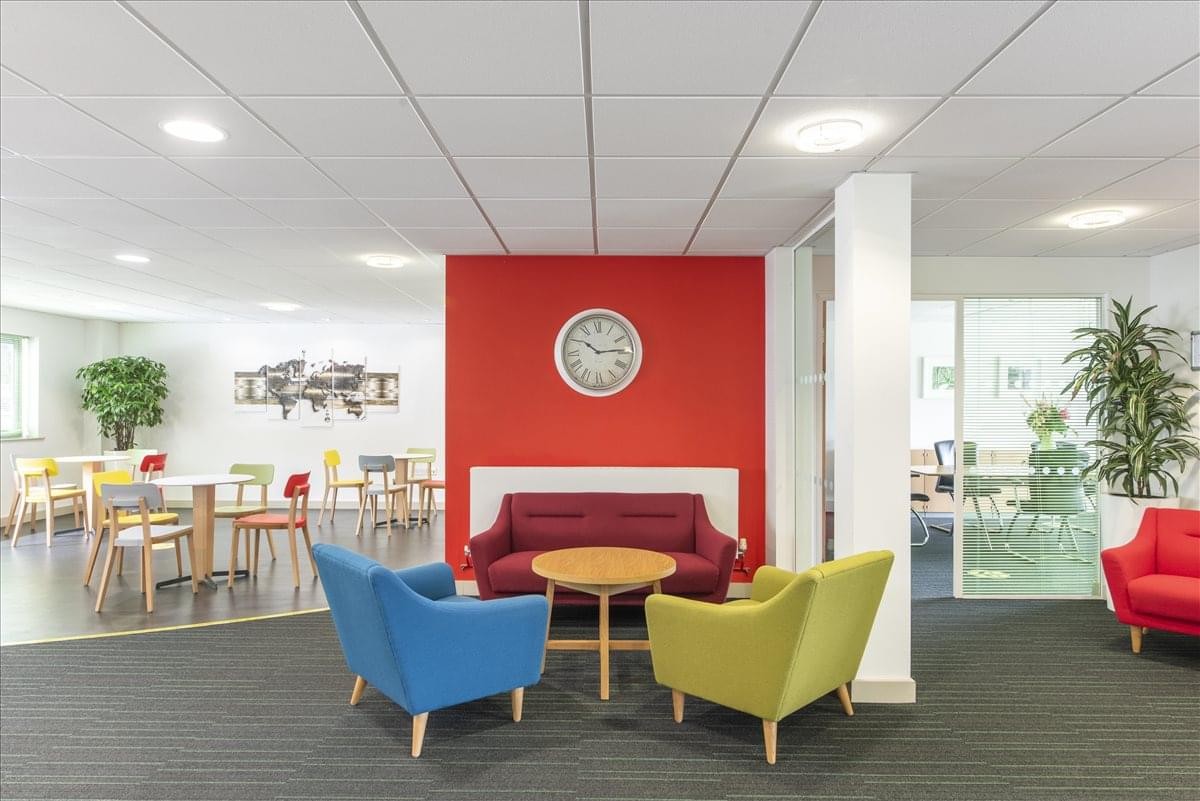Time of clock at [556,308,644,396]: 10:14
